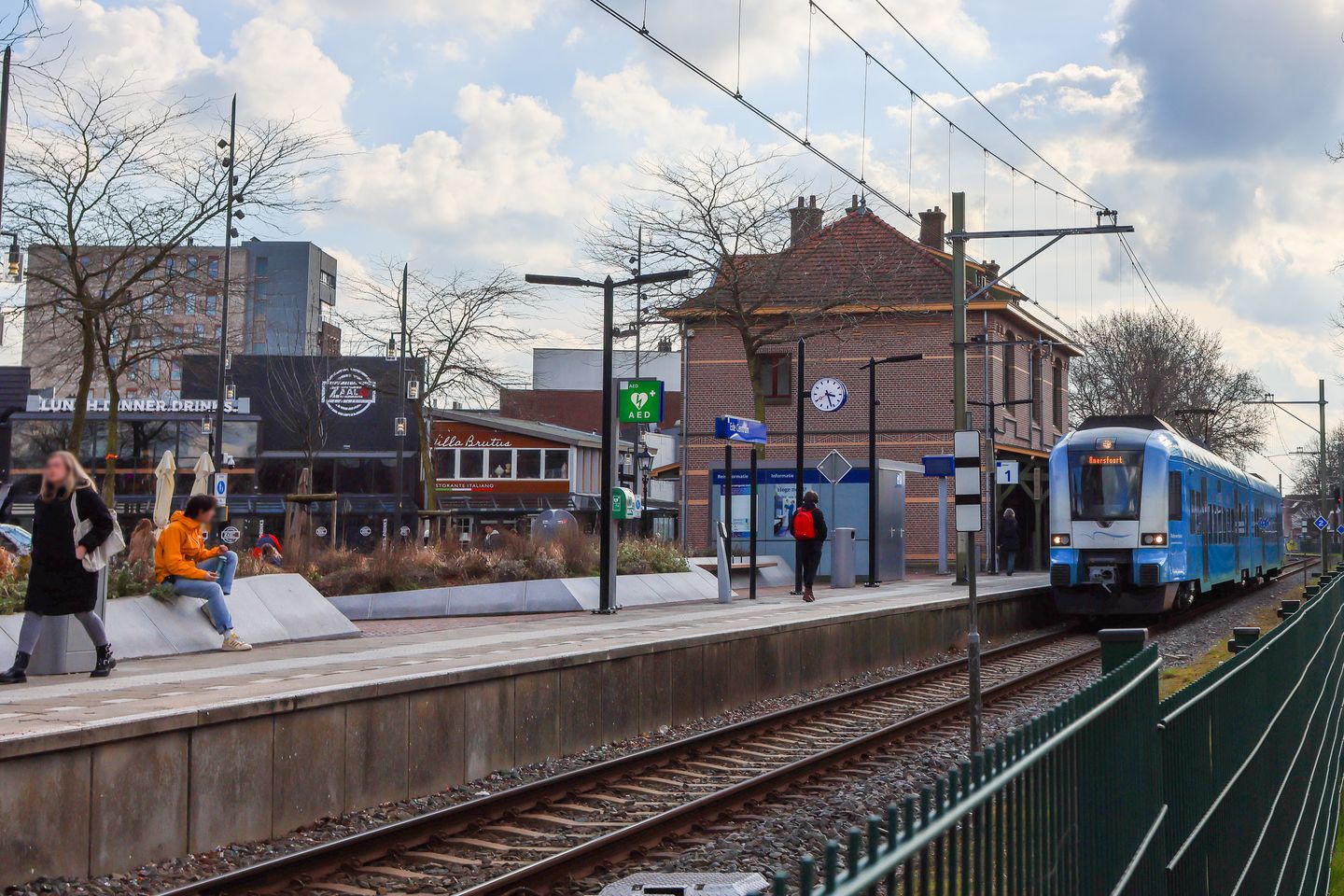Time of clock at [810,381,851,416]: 3:27
